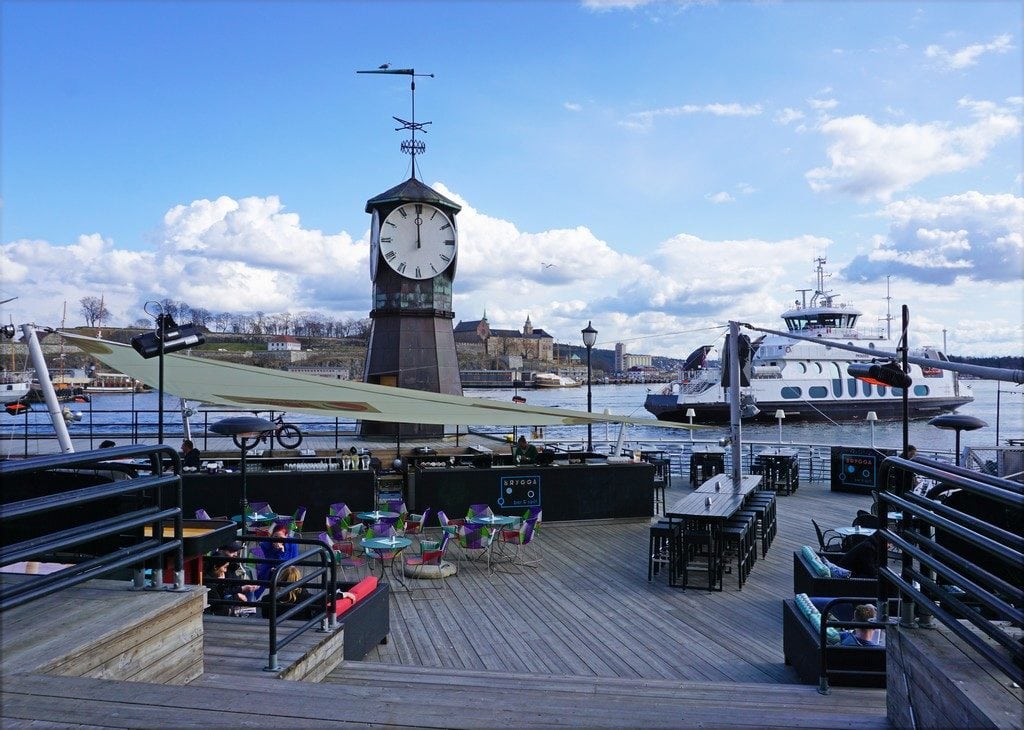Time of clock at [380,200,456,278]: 11:59
